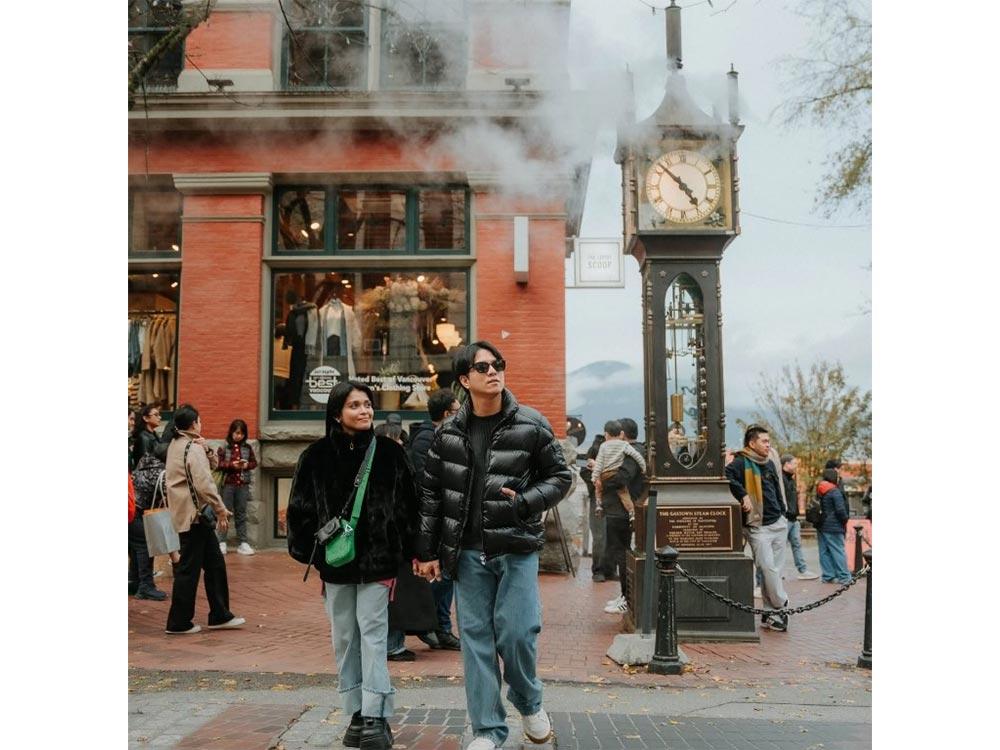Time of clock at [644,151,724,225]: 4:52
